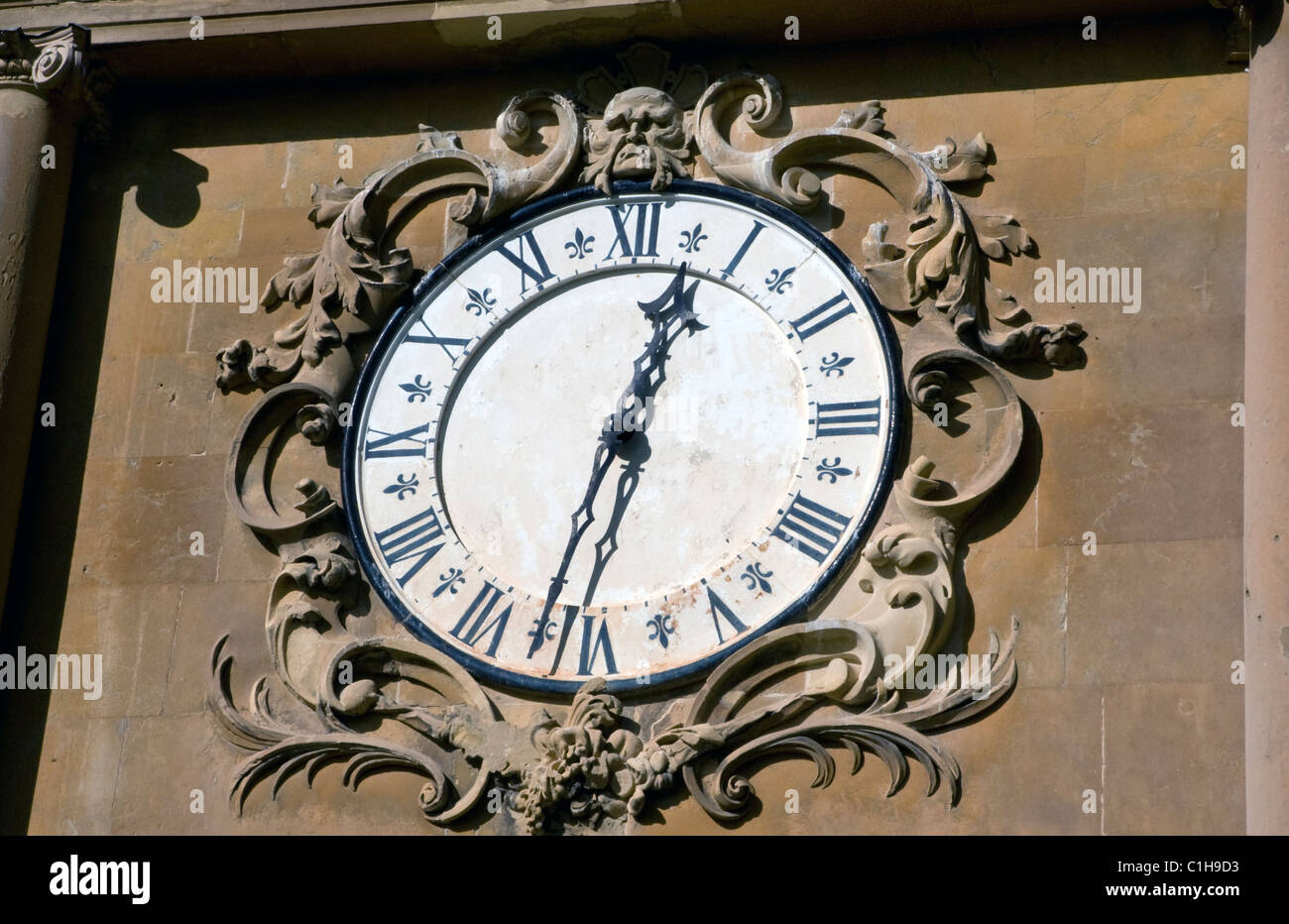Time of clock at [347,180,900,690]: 12:32
